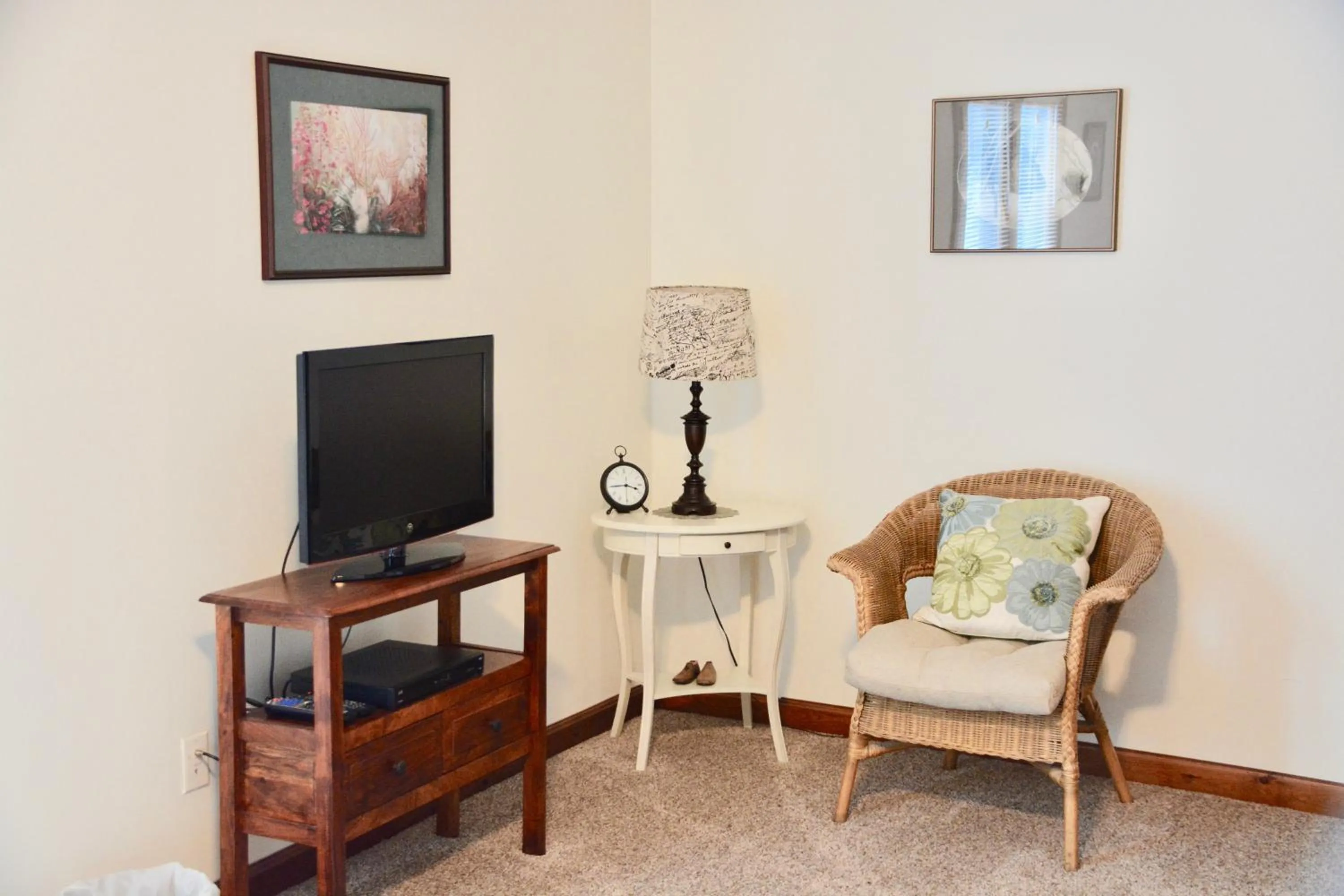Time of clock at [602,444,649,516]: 3:44
